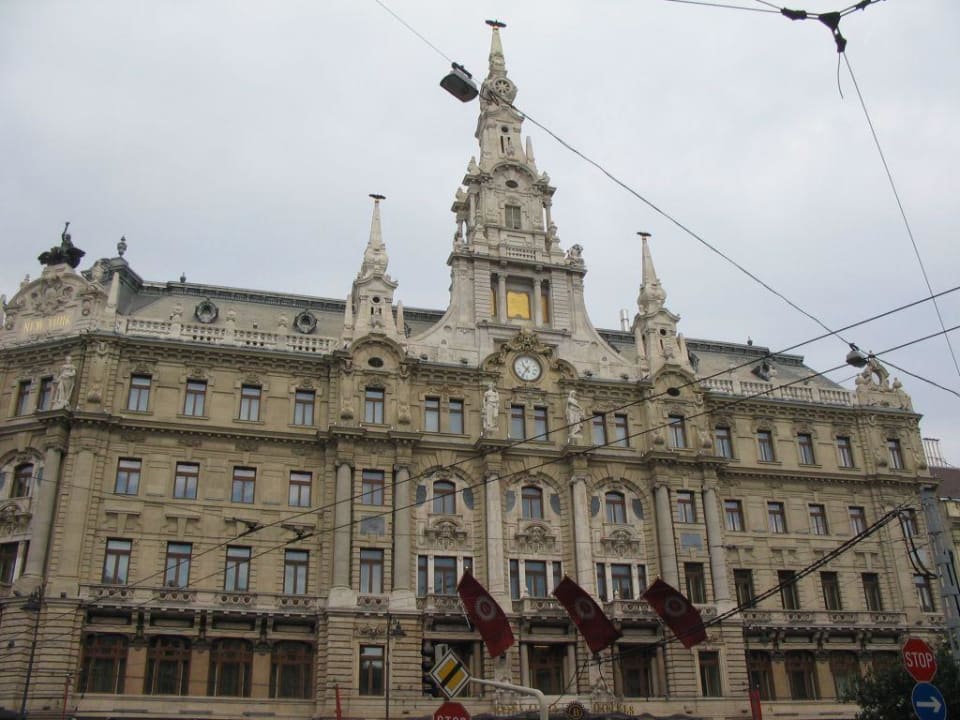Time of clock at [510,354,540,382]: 10:35
